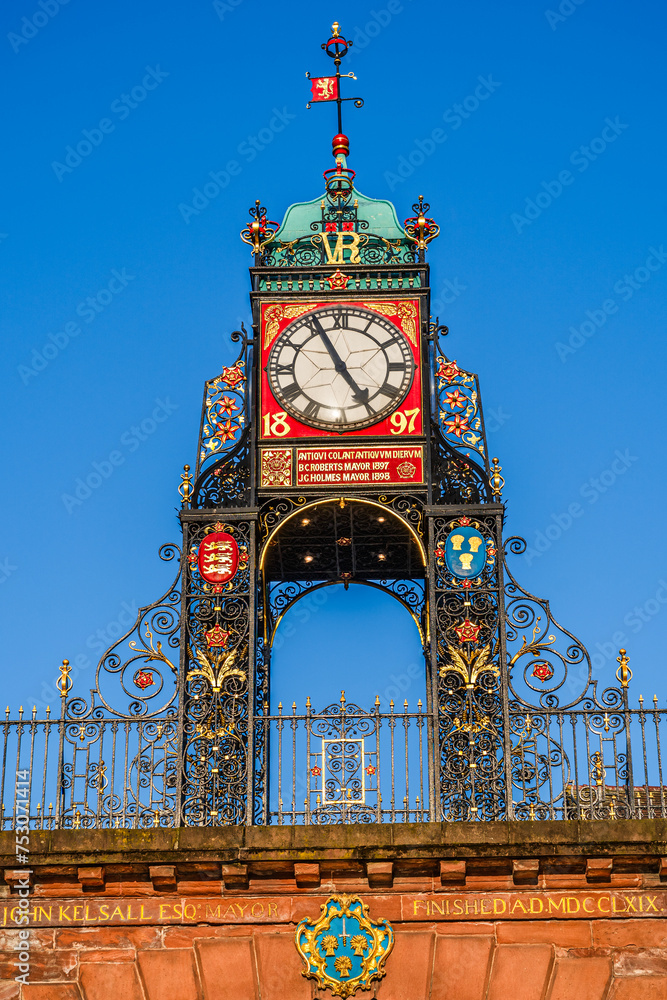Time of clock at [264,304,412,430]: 4:55
